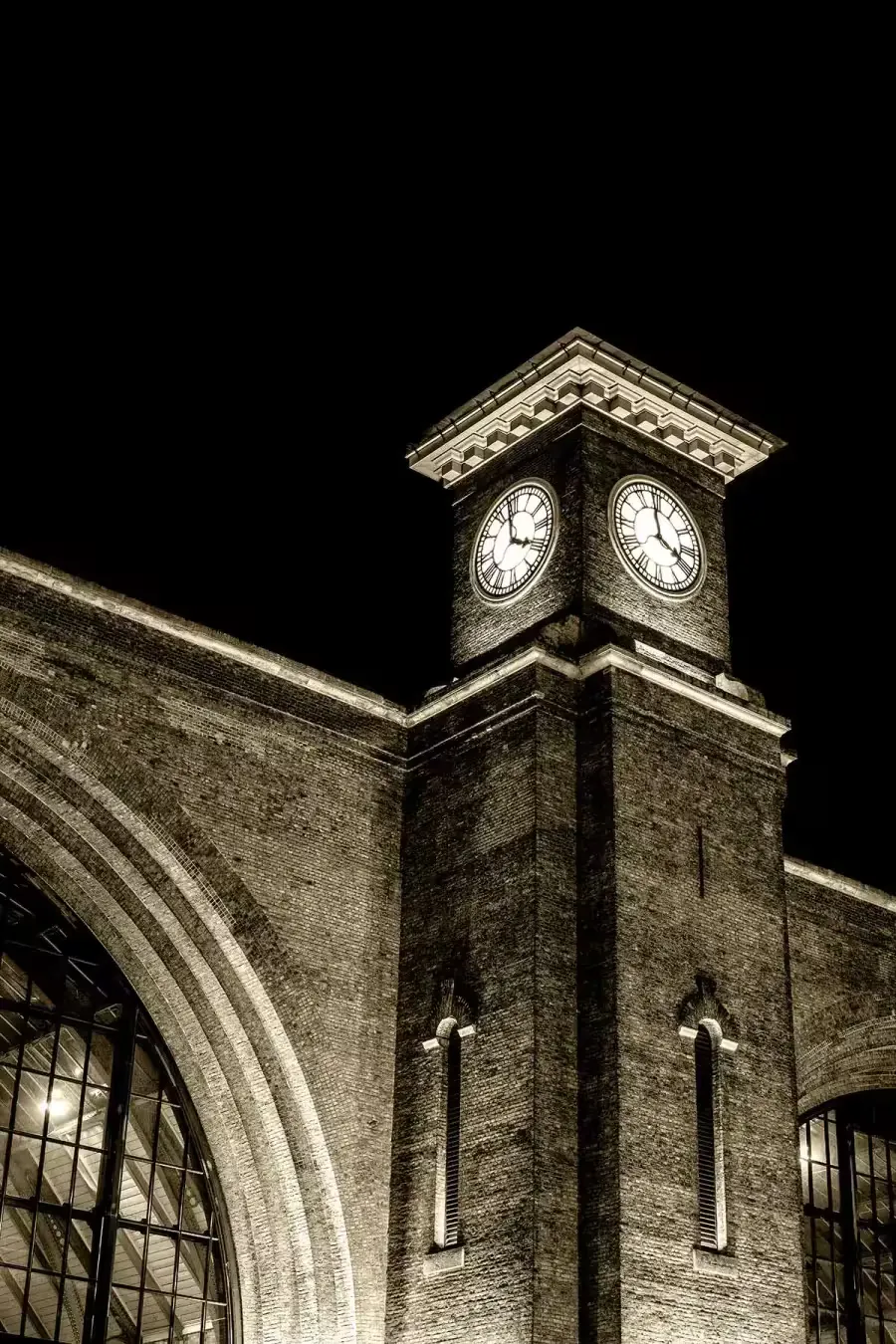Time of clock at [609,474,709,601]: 3:58
